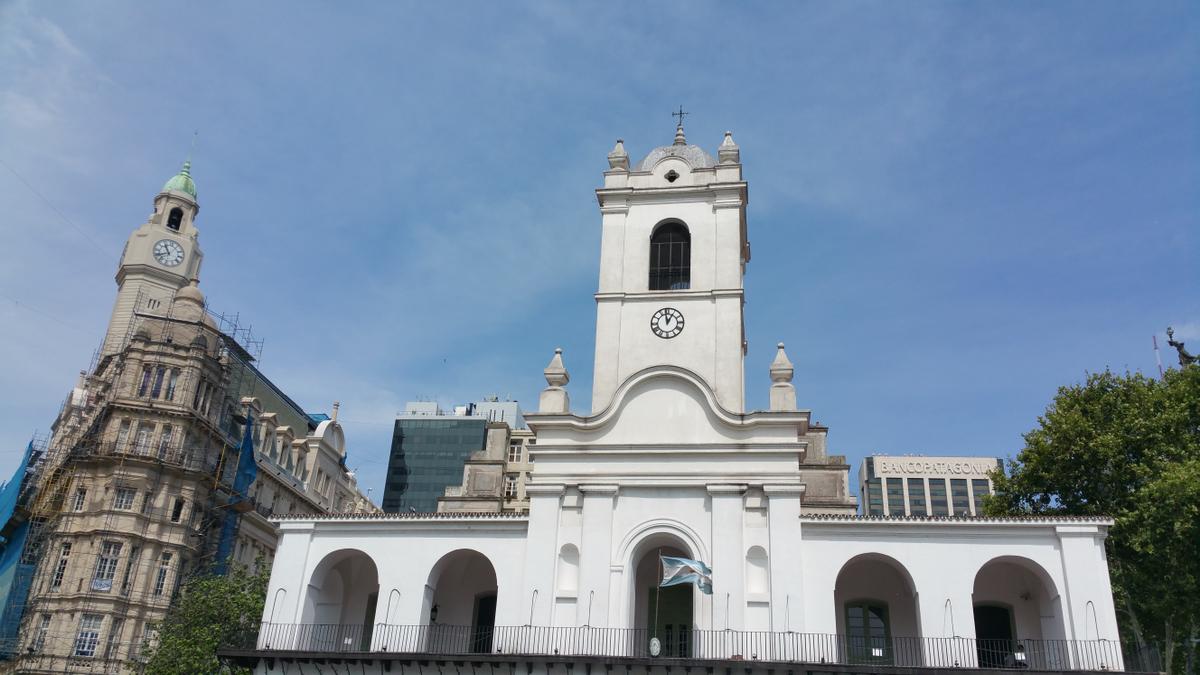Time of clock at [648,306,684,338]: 12:58
